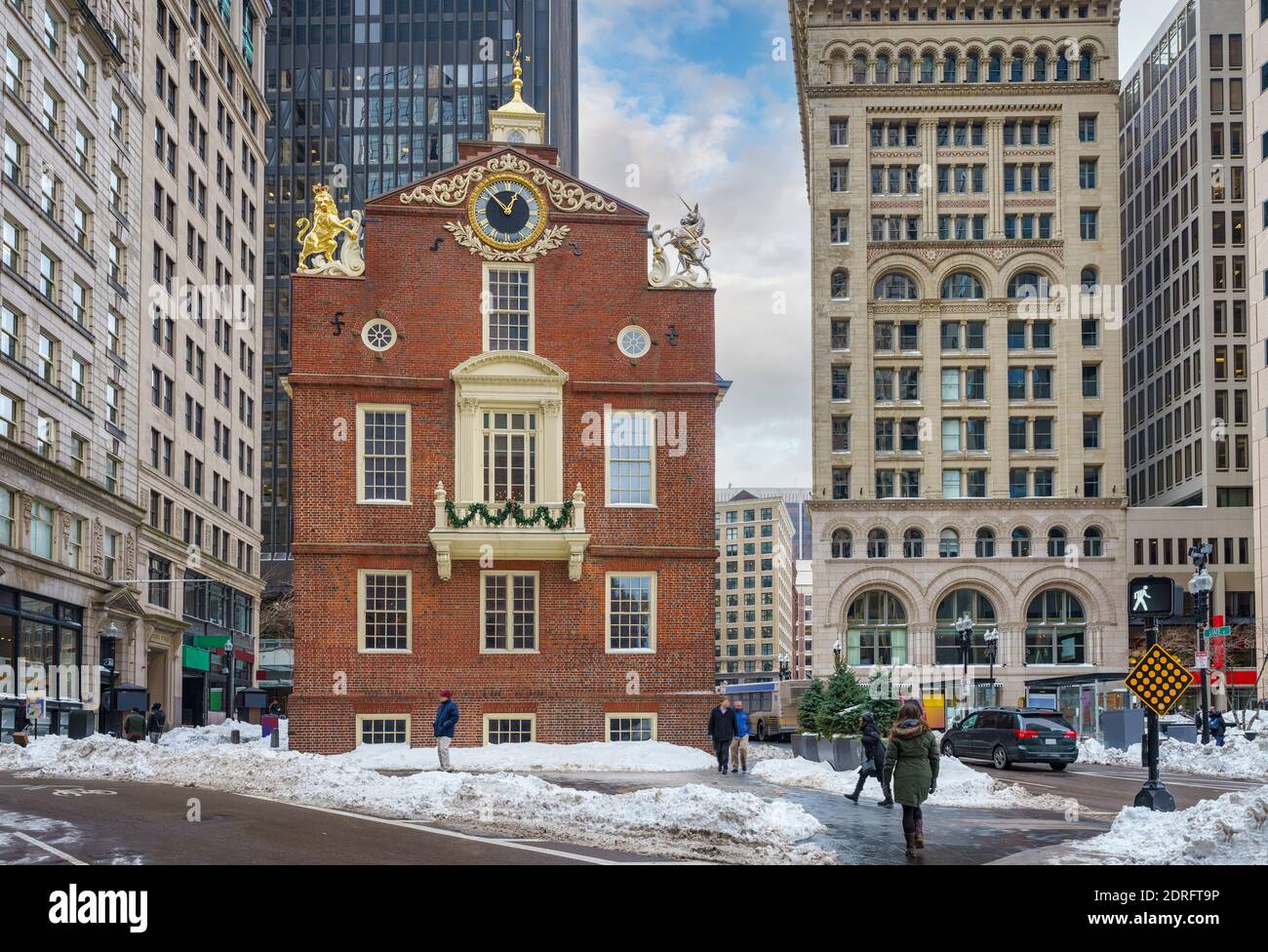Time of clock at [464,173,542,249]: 12:52
